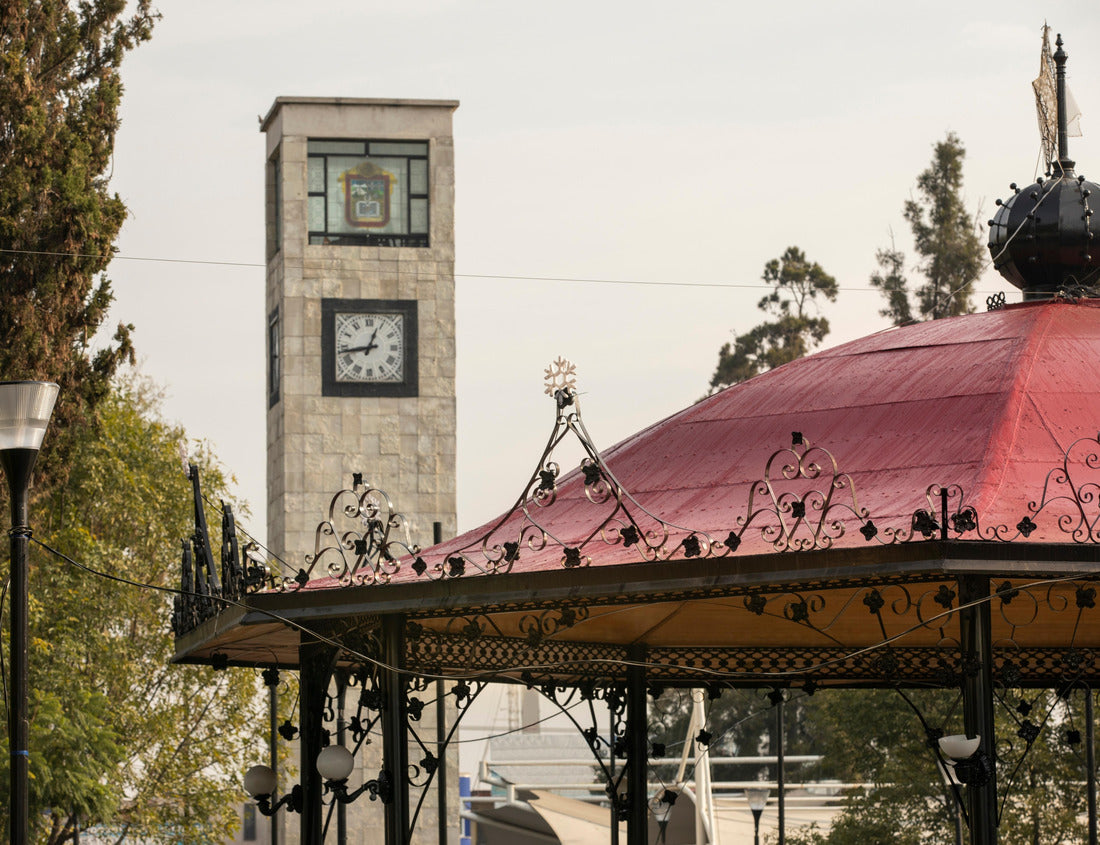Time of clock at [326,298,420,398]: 12:43
